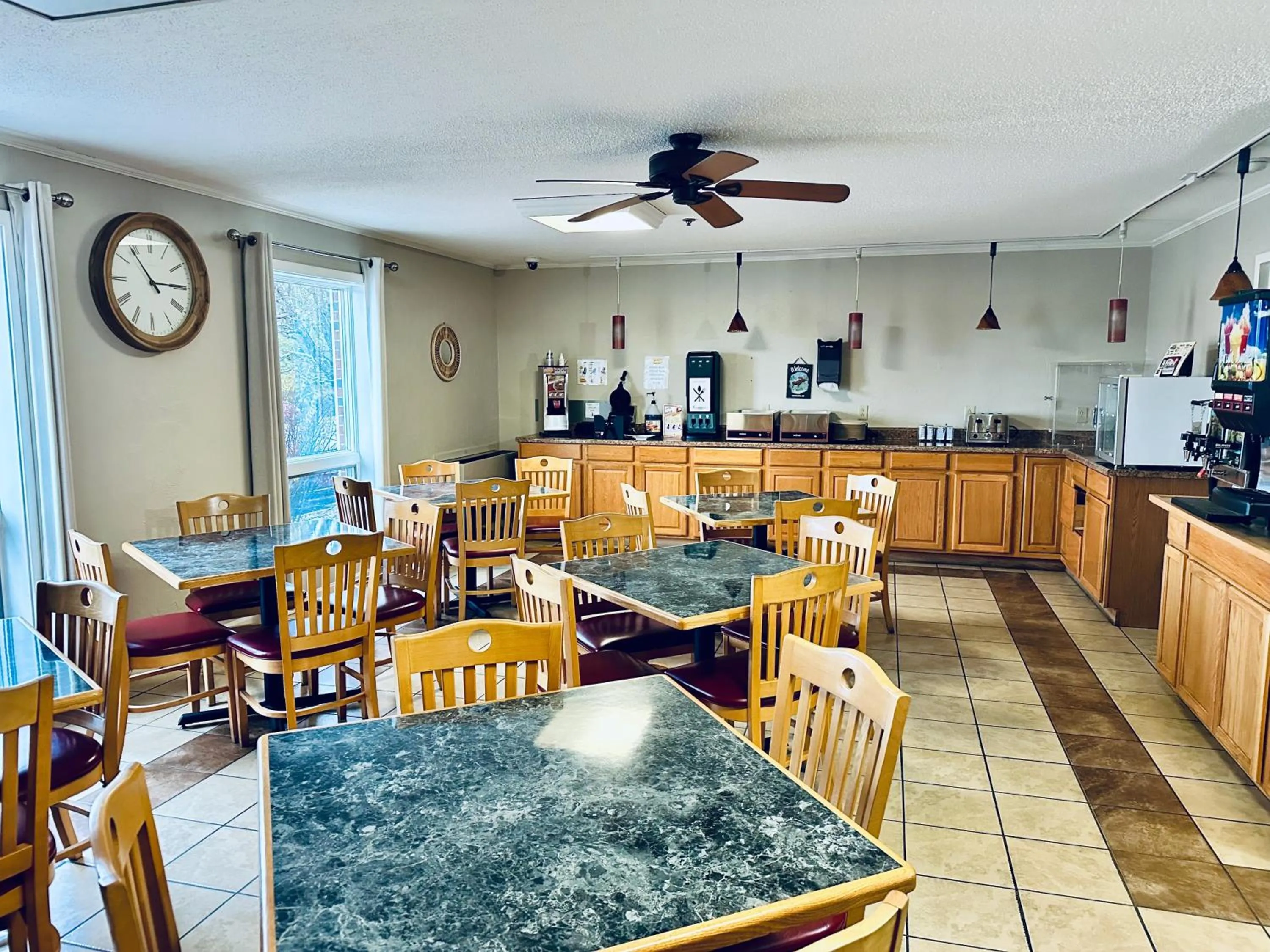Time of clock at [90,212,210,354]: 2:53
